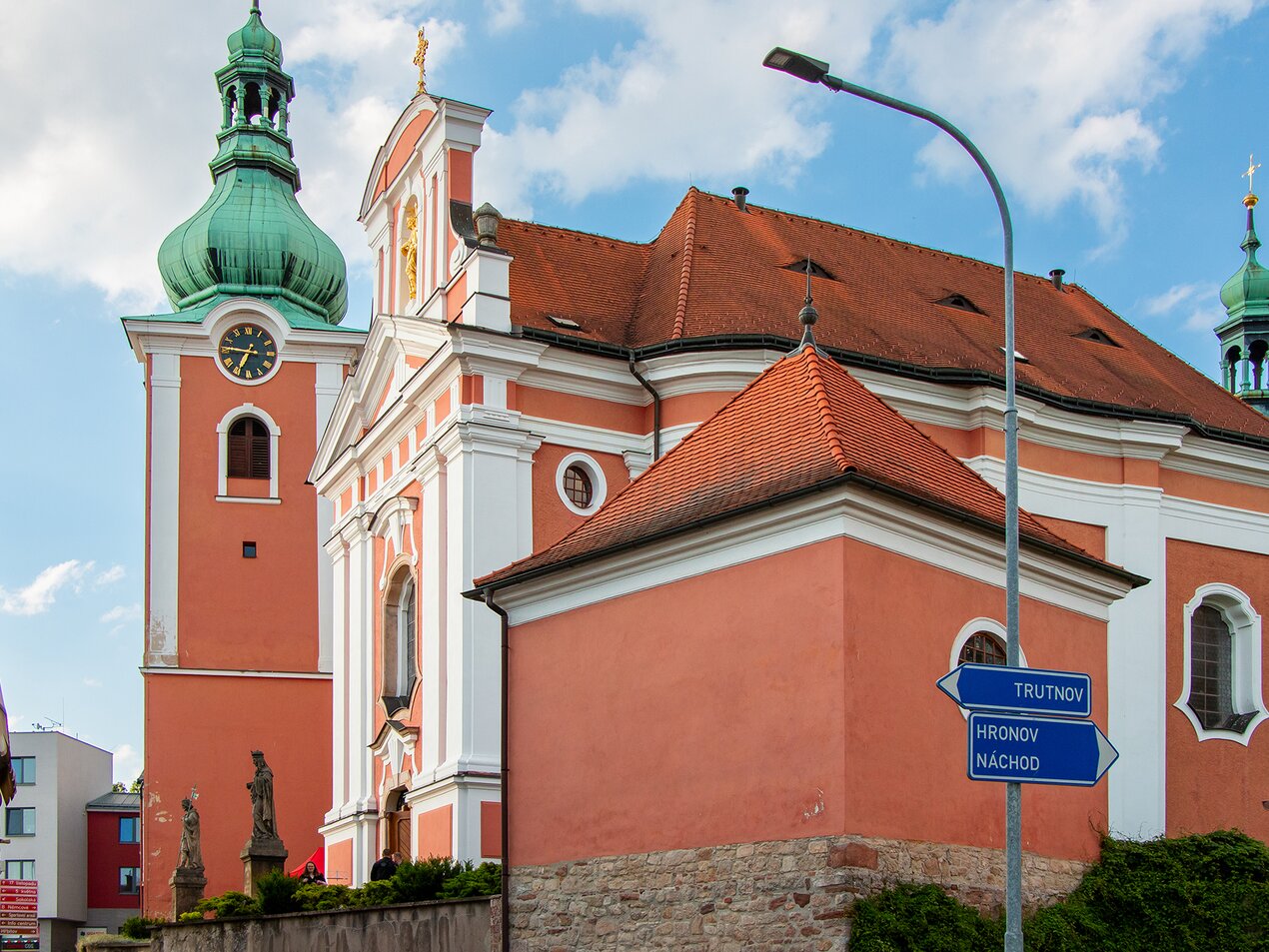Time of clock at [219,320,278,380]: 6:46
